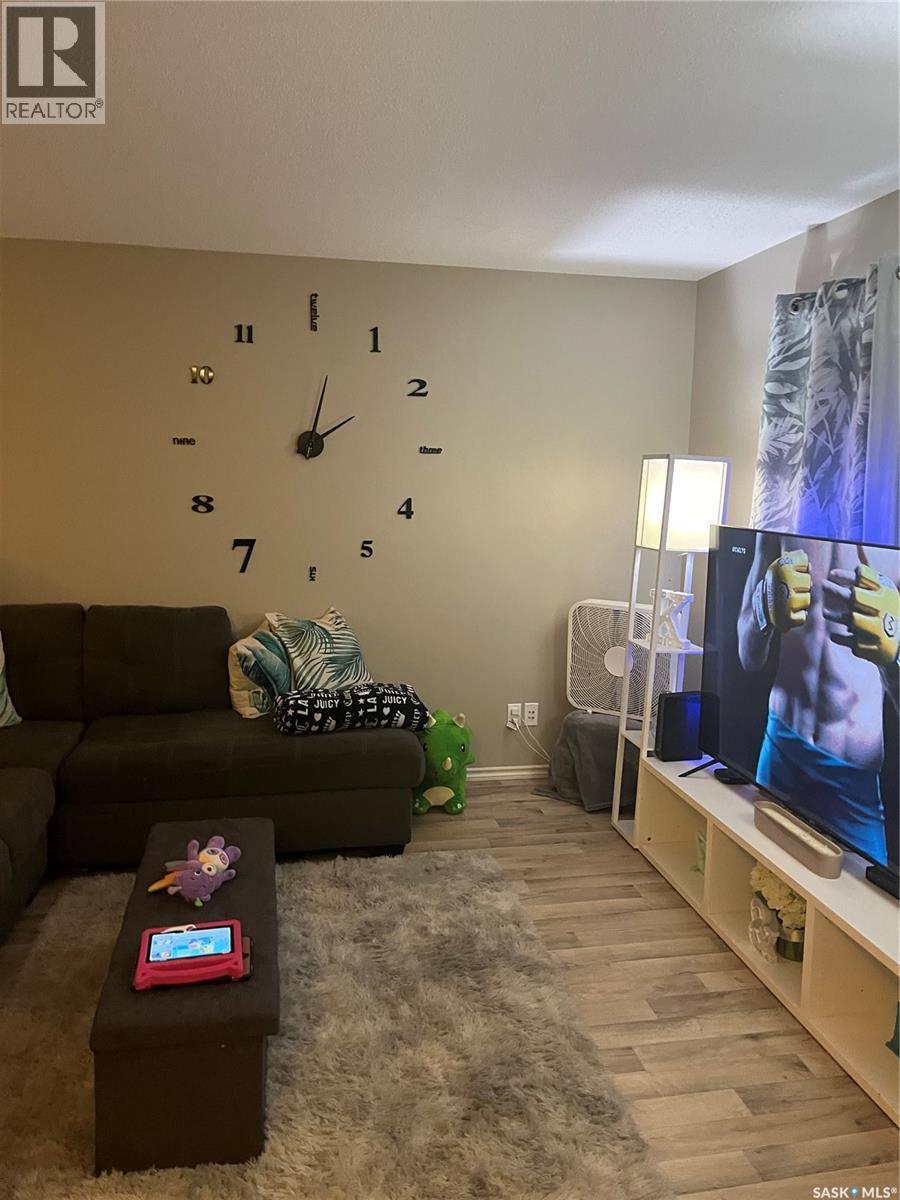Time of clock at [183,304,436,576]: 2:02
